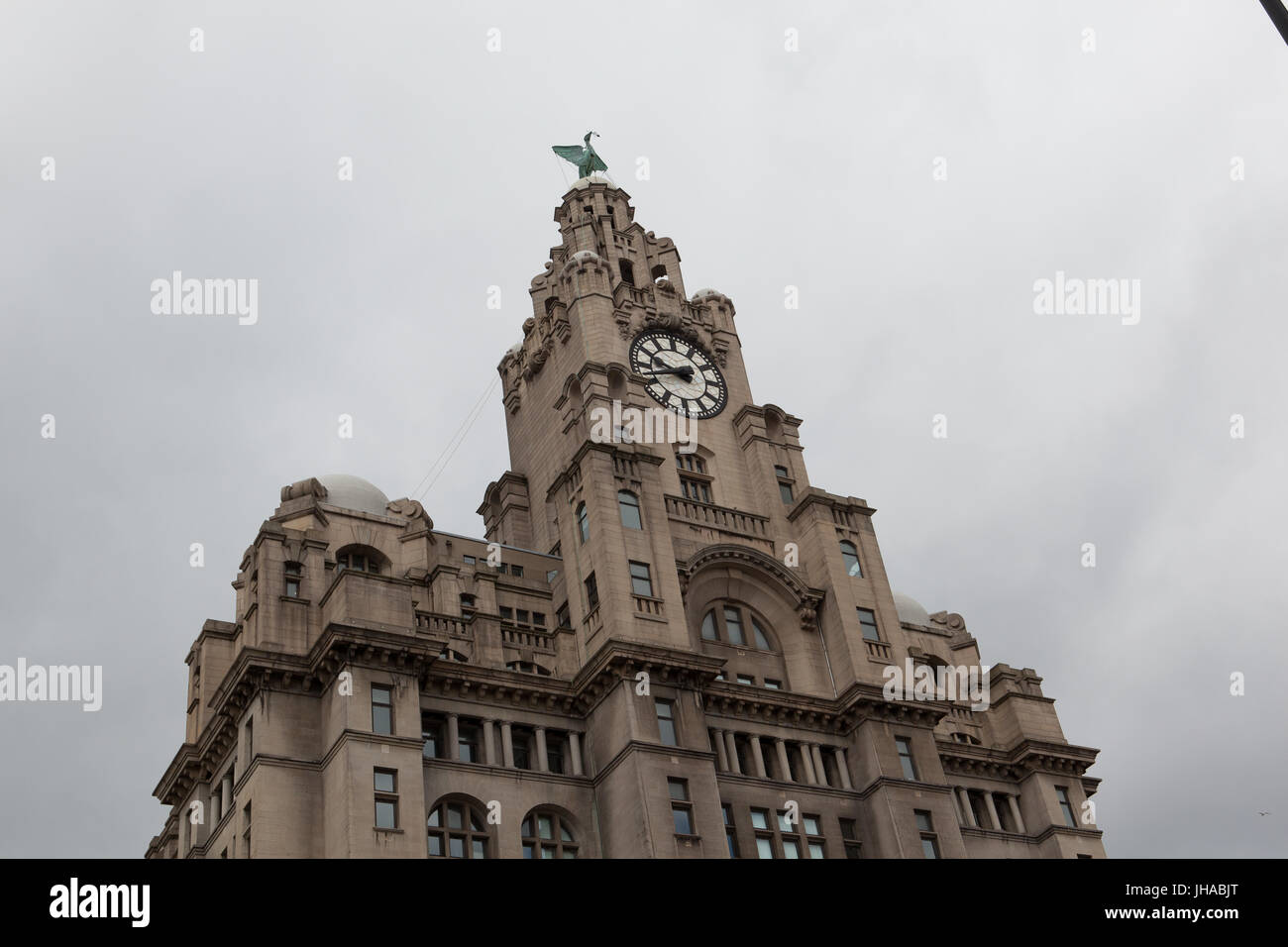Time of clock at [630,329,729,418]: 9:42
